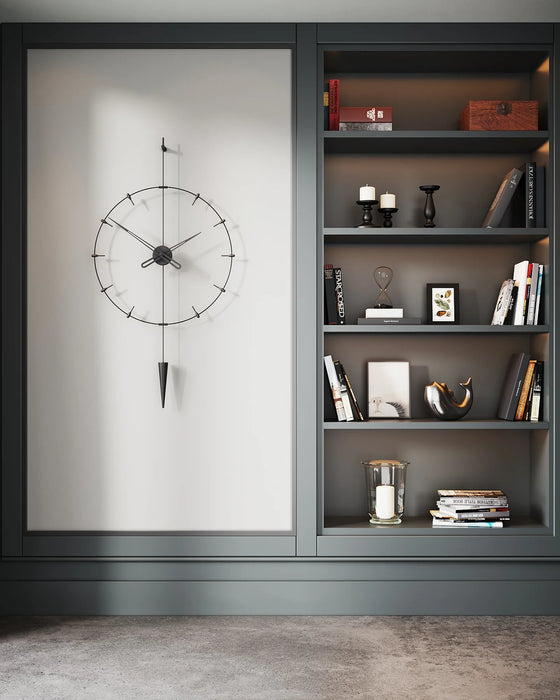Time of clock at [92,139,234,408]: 2:00
